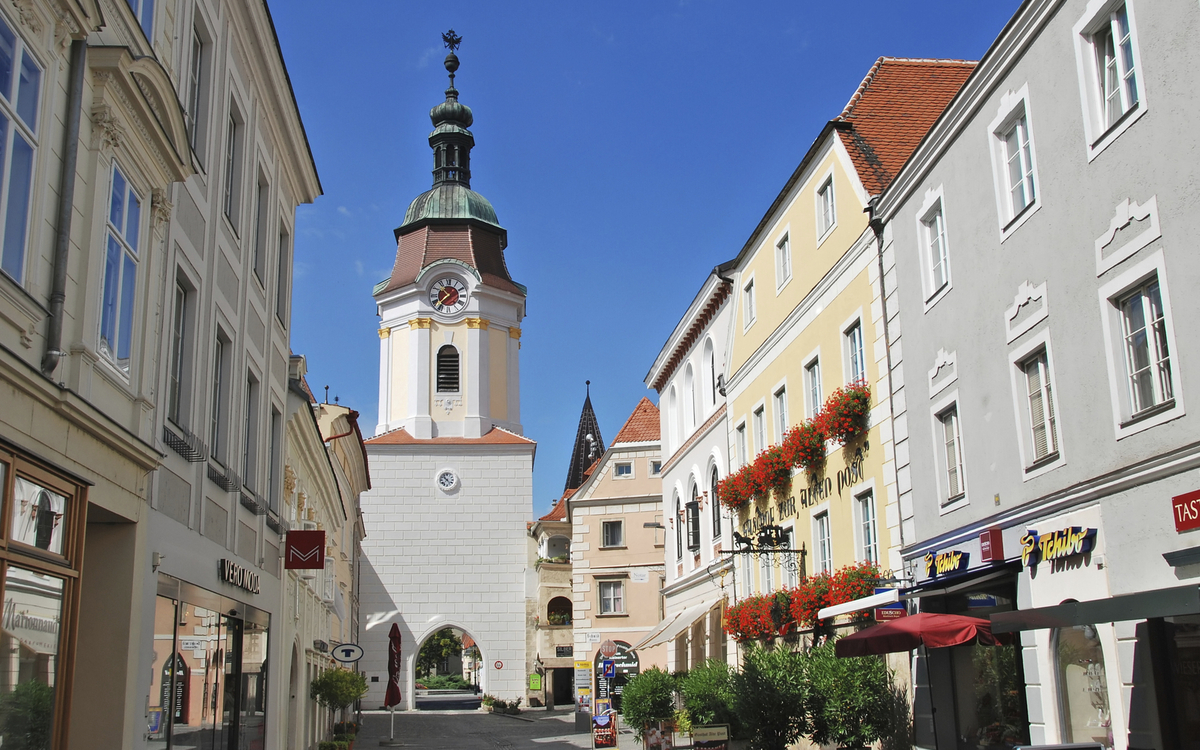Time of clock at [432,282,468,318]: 10:37
